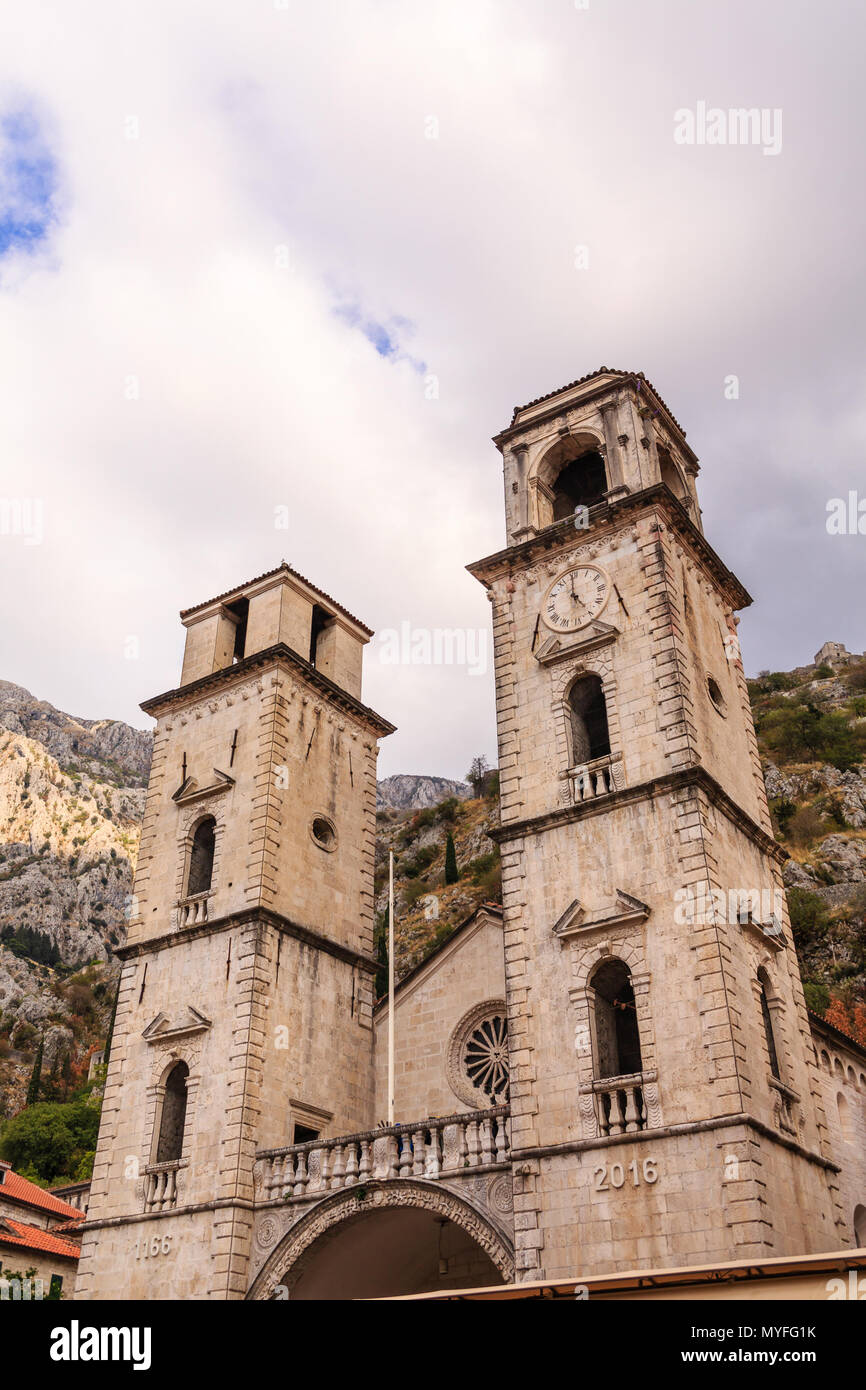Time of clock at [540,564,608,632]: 4:59
